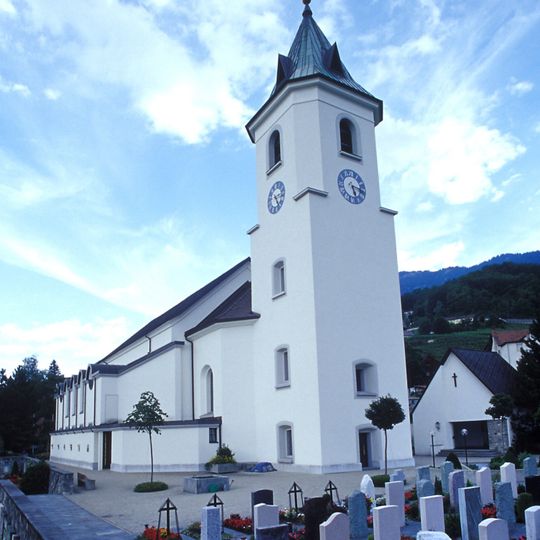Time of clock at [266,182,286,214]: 2:23
